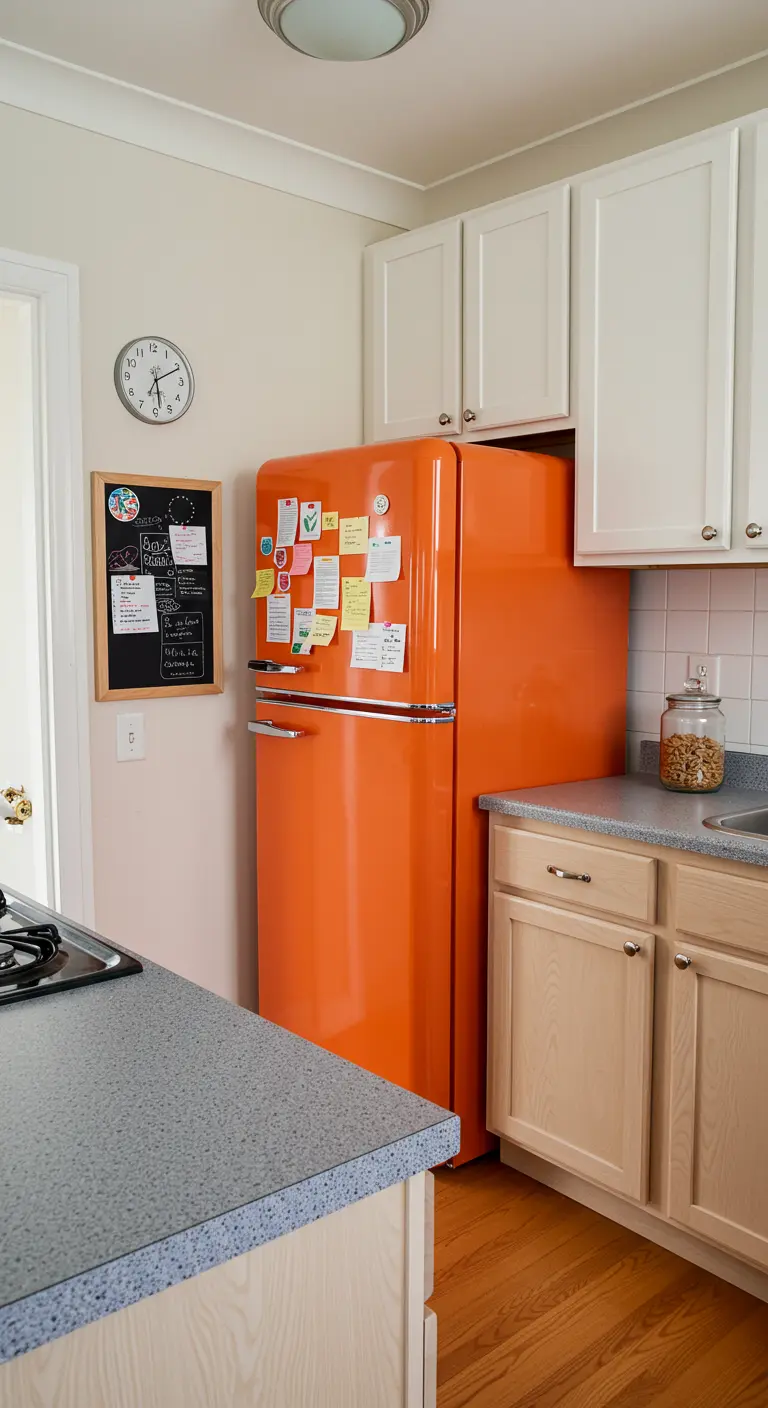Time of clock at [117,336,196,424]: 6:10
